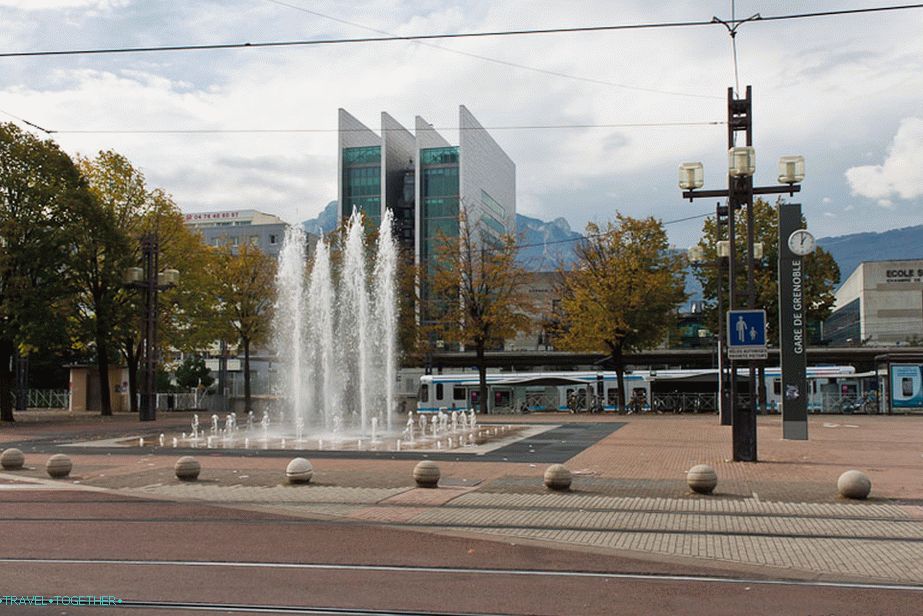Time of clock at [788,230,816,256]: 1:00
